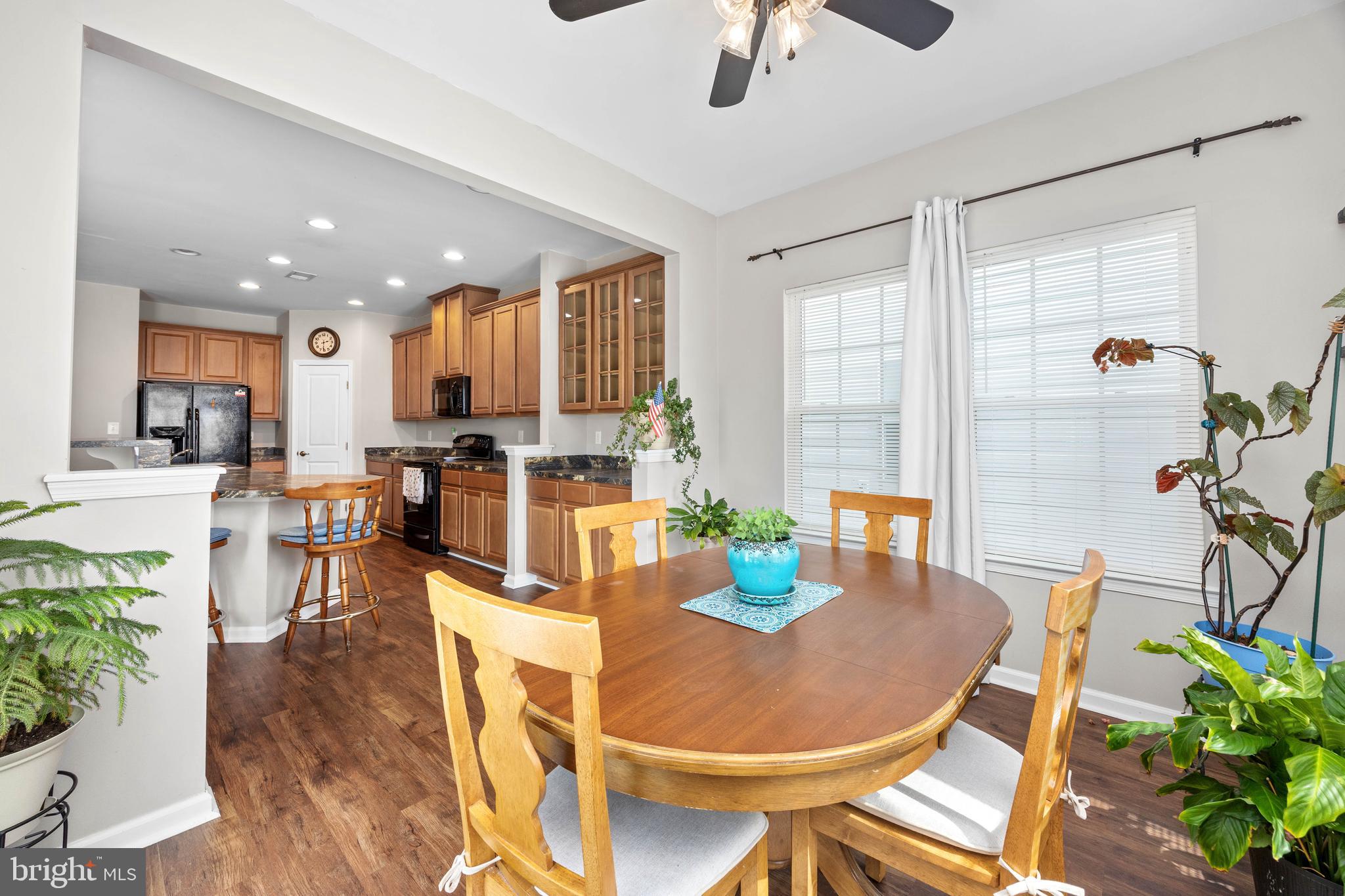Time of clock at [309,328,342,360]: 2:31
